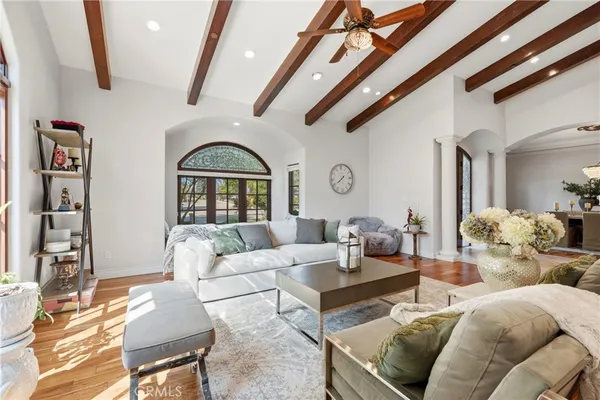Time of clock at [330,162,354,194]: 7:39
